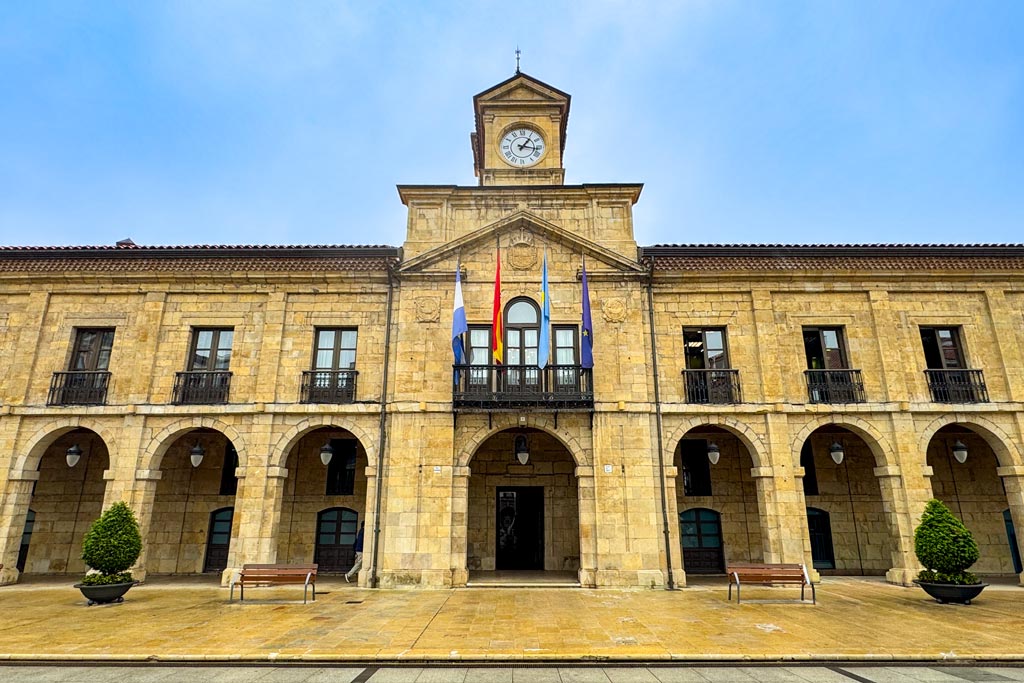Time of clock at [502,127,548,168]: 1:16
